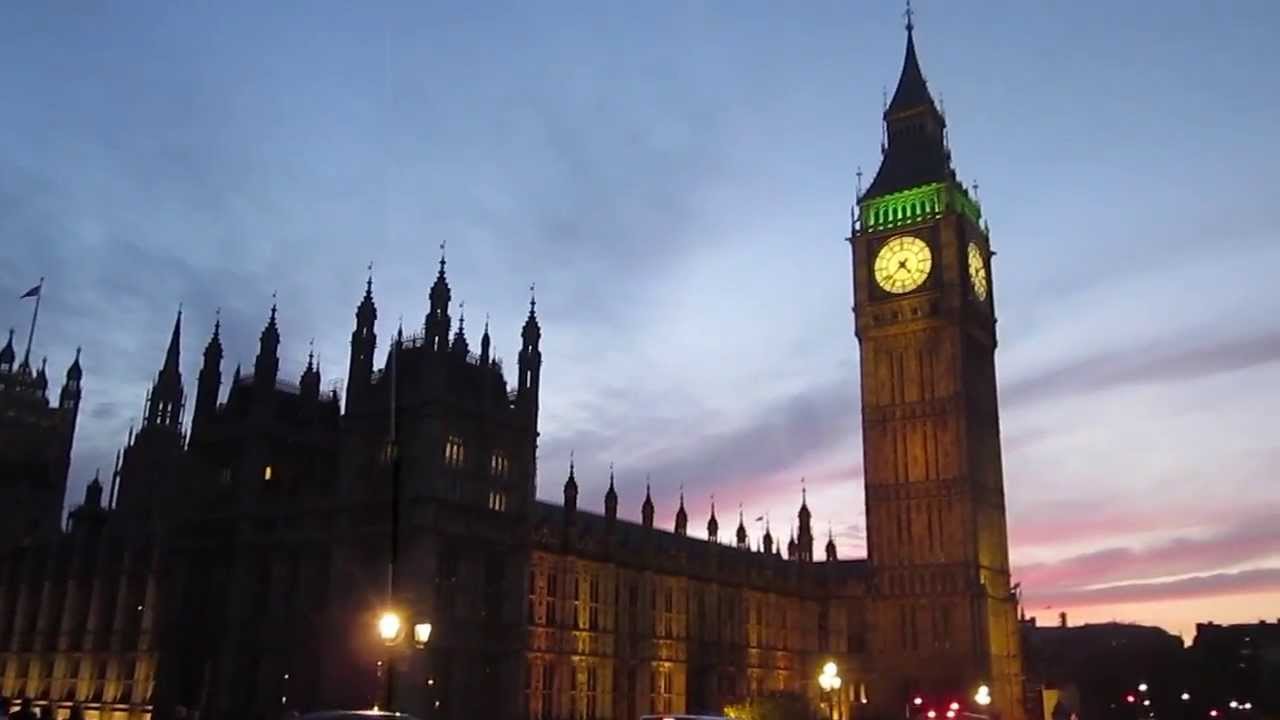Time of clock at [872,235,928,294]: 4:38
